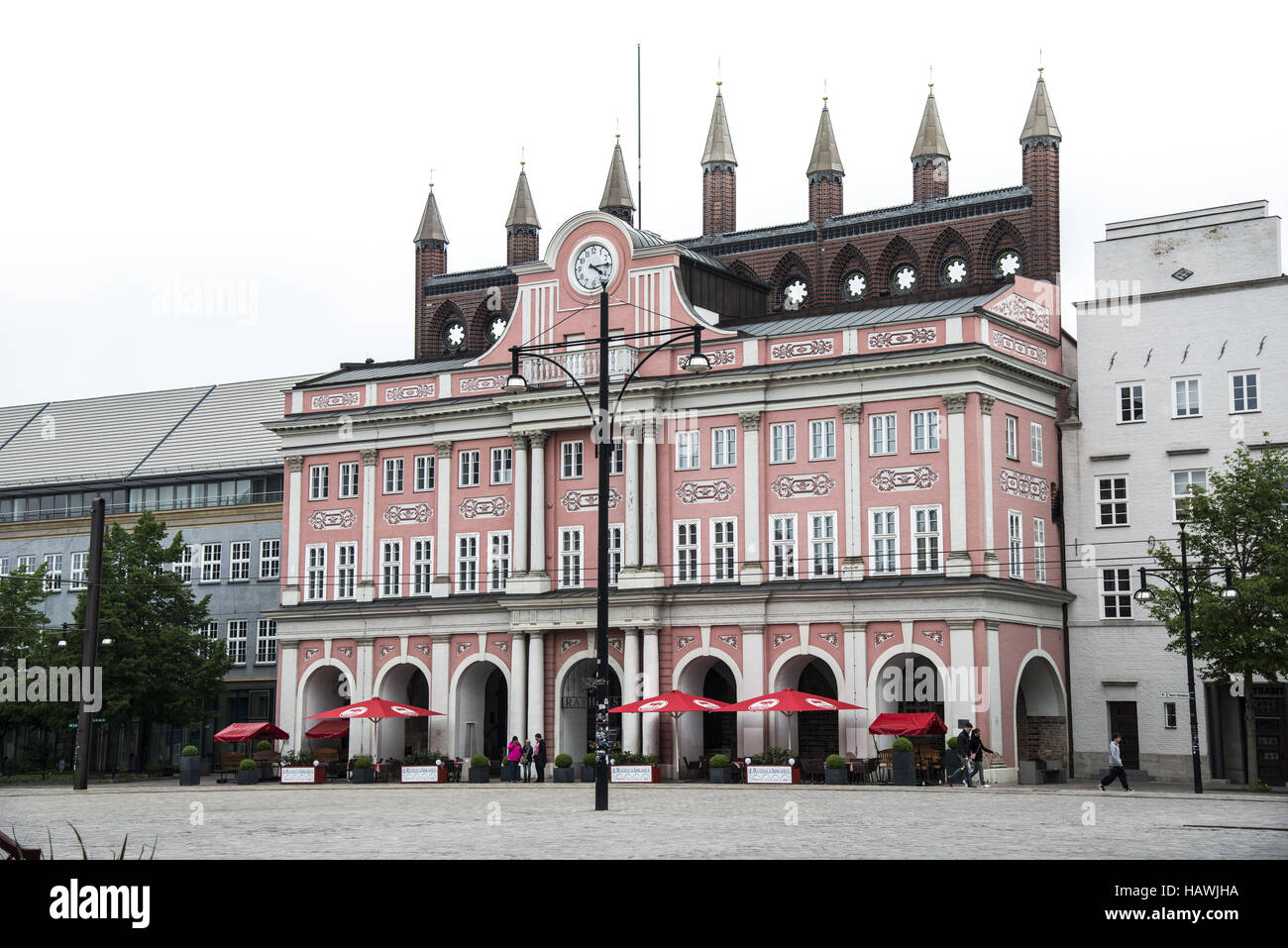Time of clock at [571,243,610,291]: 4:14
